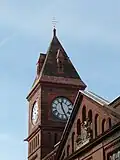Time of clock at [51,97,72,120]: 11:25
